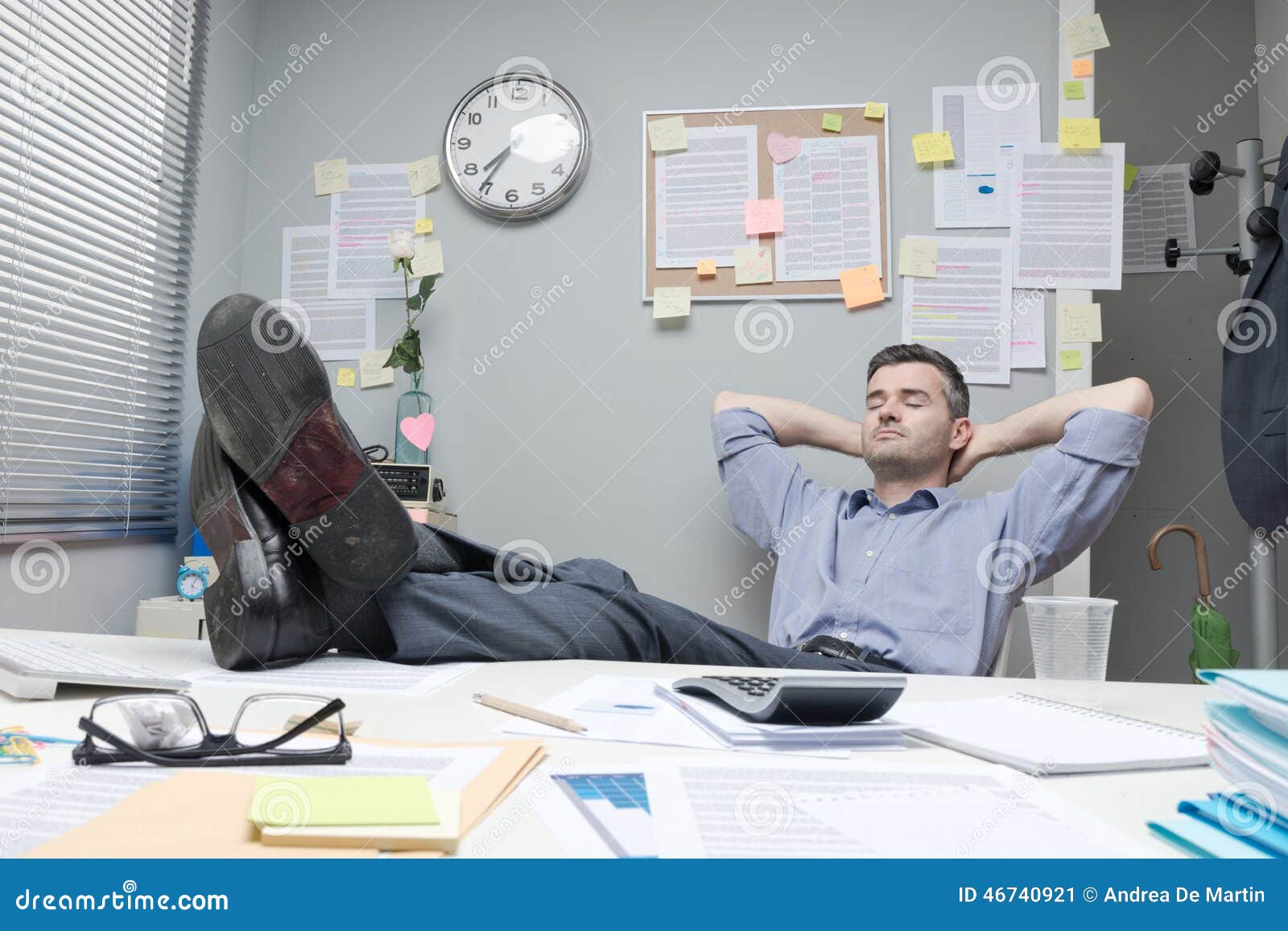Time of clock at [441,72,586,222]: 7:35
